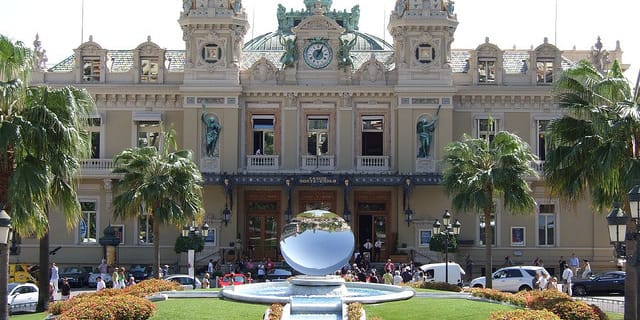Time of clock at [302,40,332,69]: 1:04
